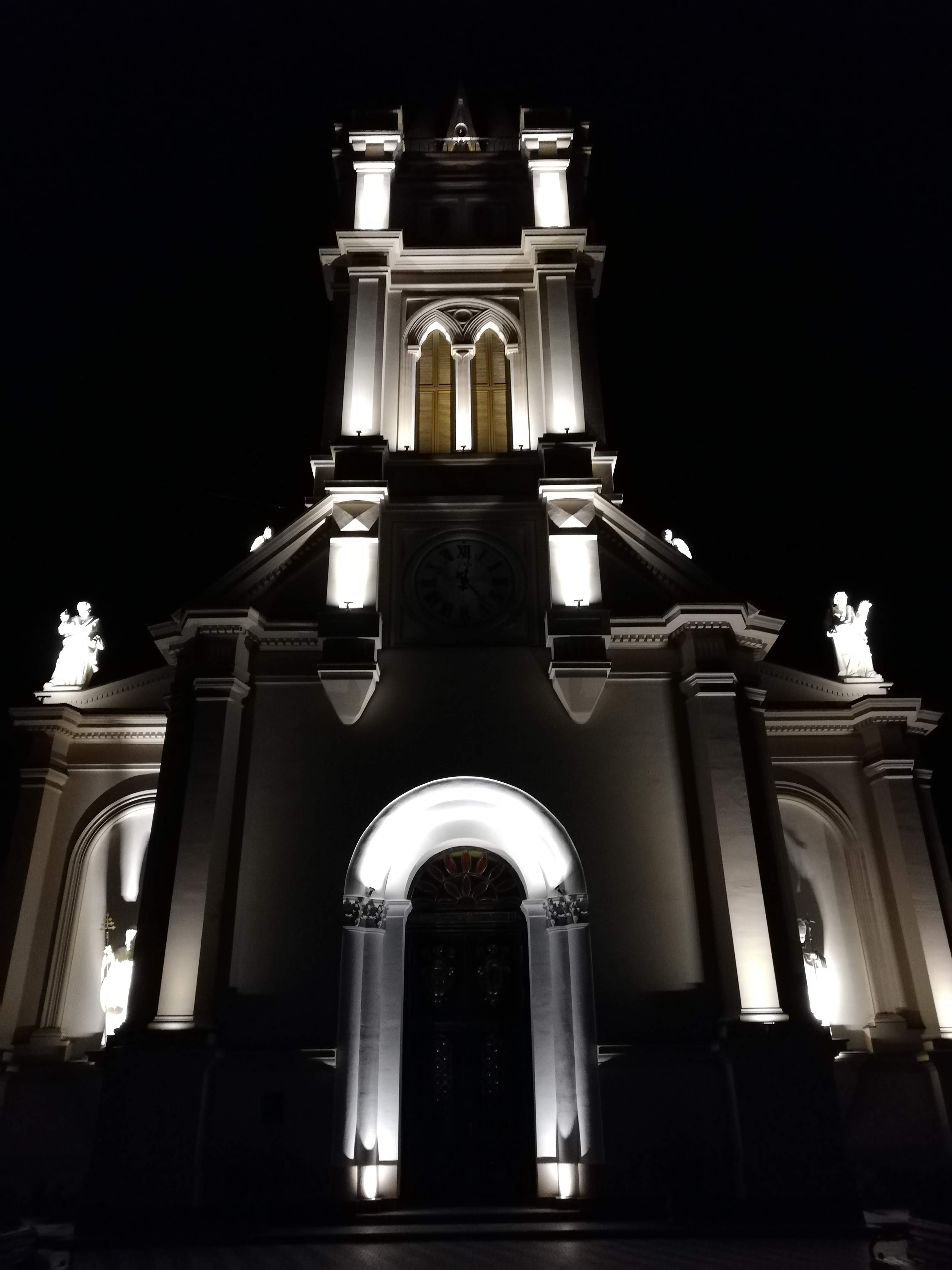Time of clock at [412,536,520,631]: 12:23
